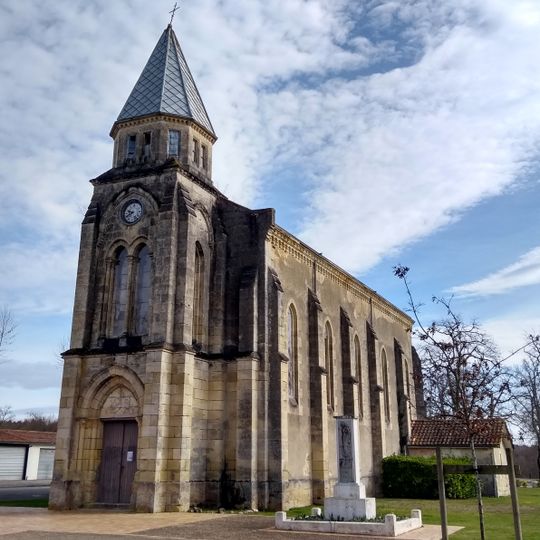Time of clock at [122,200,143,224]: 9:40
